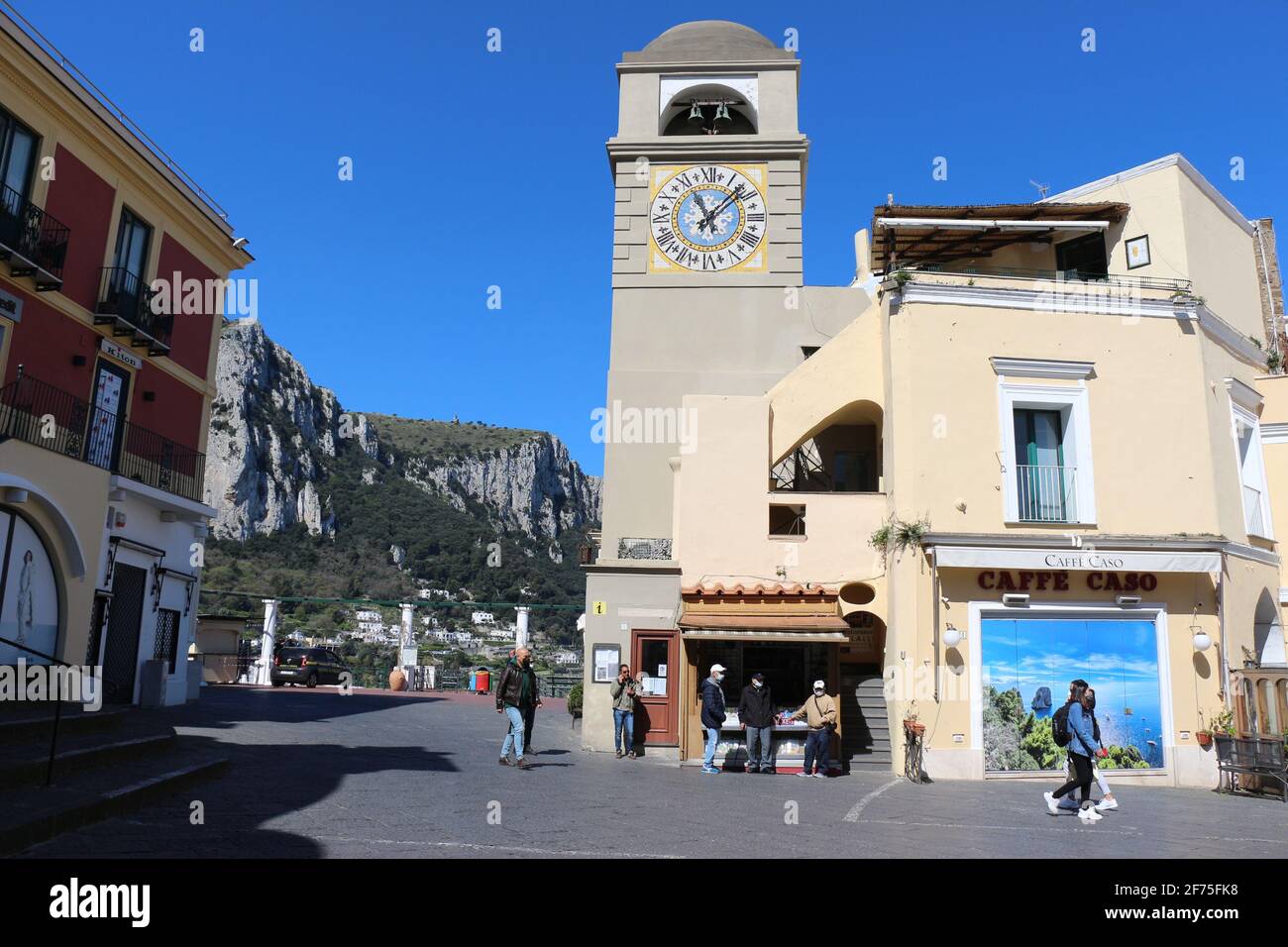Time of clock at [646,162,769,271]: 11:07
